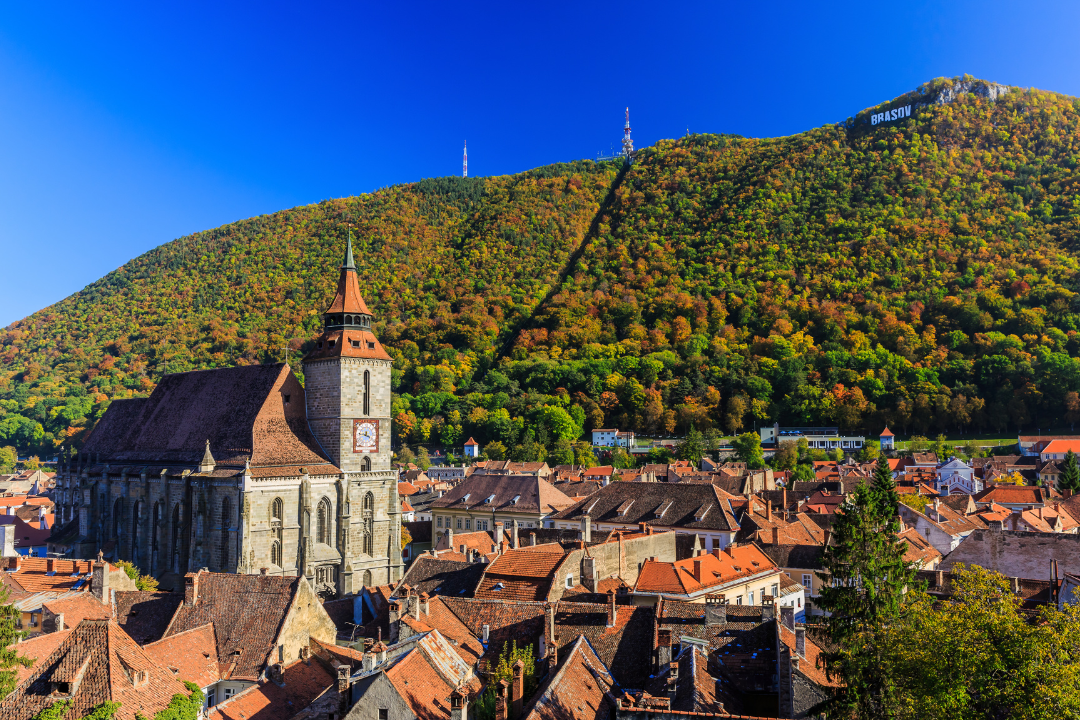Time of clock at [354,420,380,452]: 3:46
